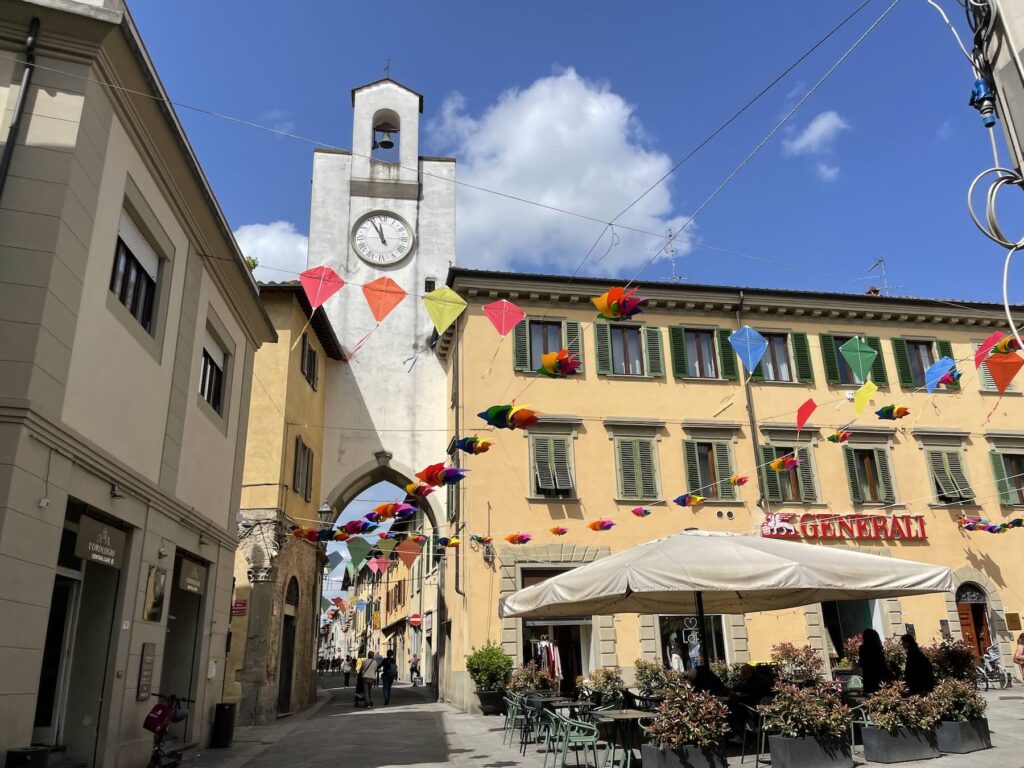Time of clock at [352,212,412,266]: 11:55
